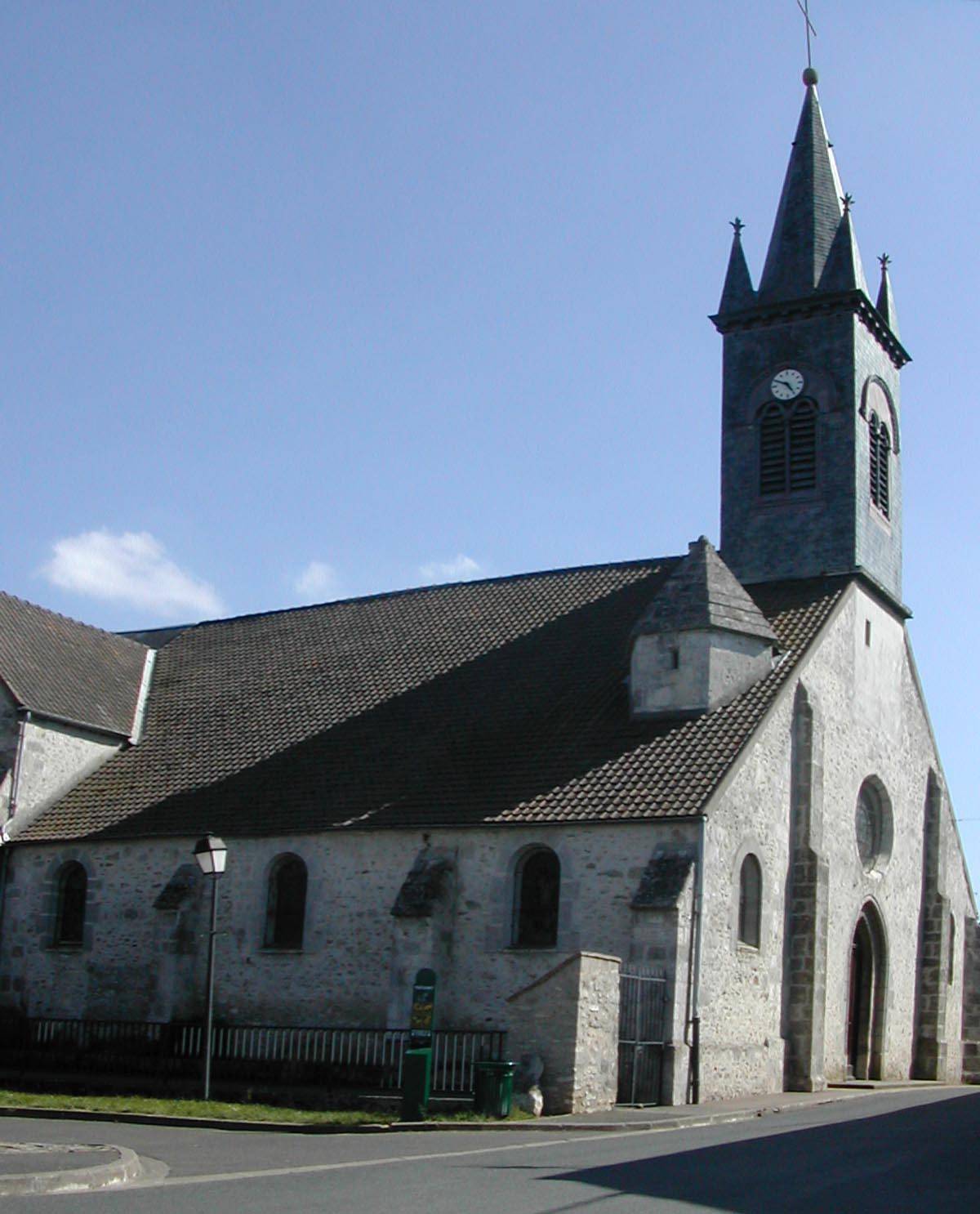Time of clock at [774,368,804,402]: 4:49
